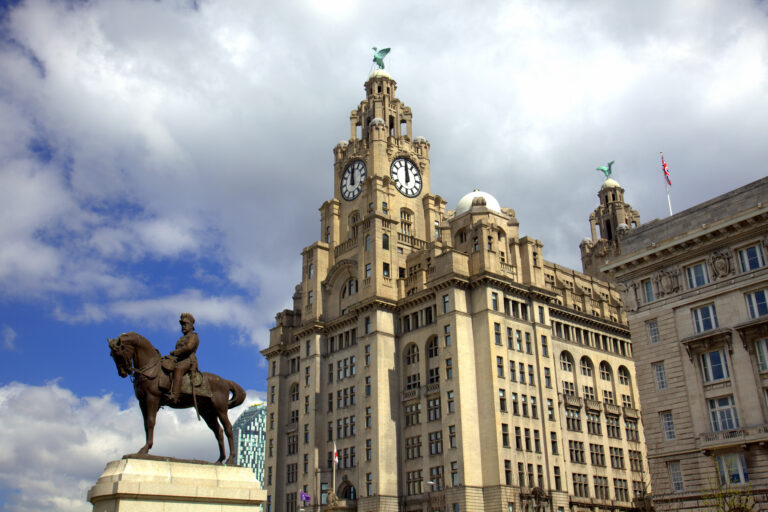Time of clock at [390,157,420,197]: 11:59
